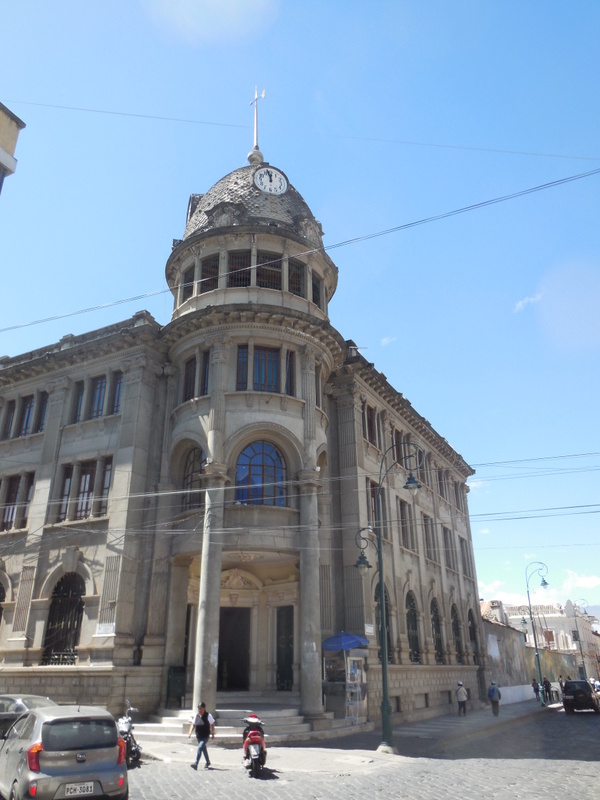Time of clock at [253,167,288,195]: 11:57
